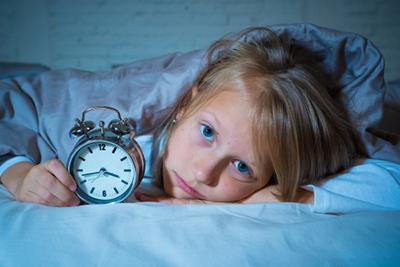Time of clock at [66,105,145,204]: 3:42
